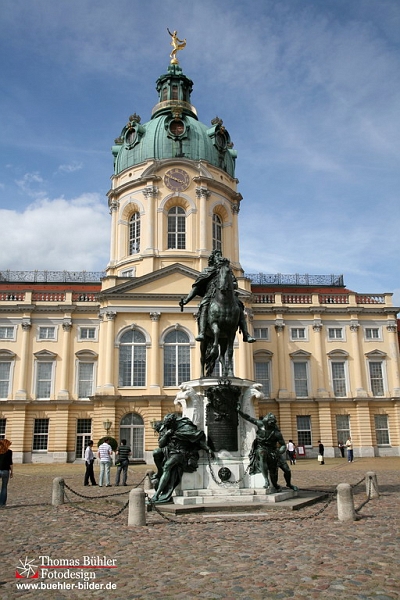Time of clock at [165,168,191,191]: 3:48
